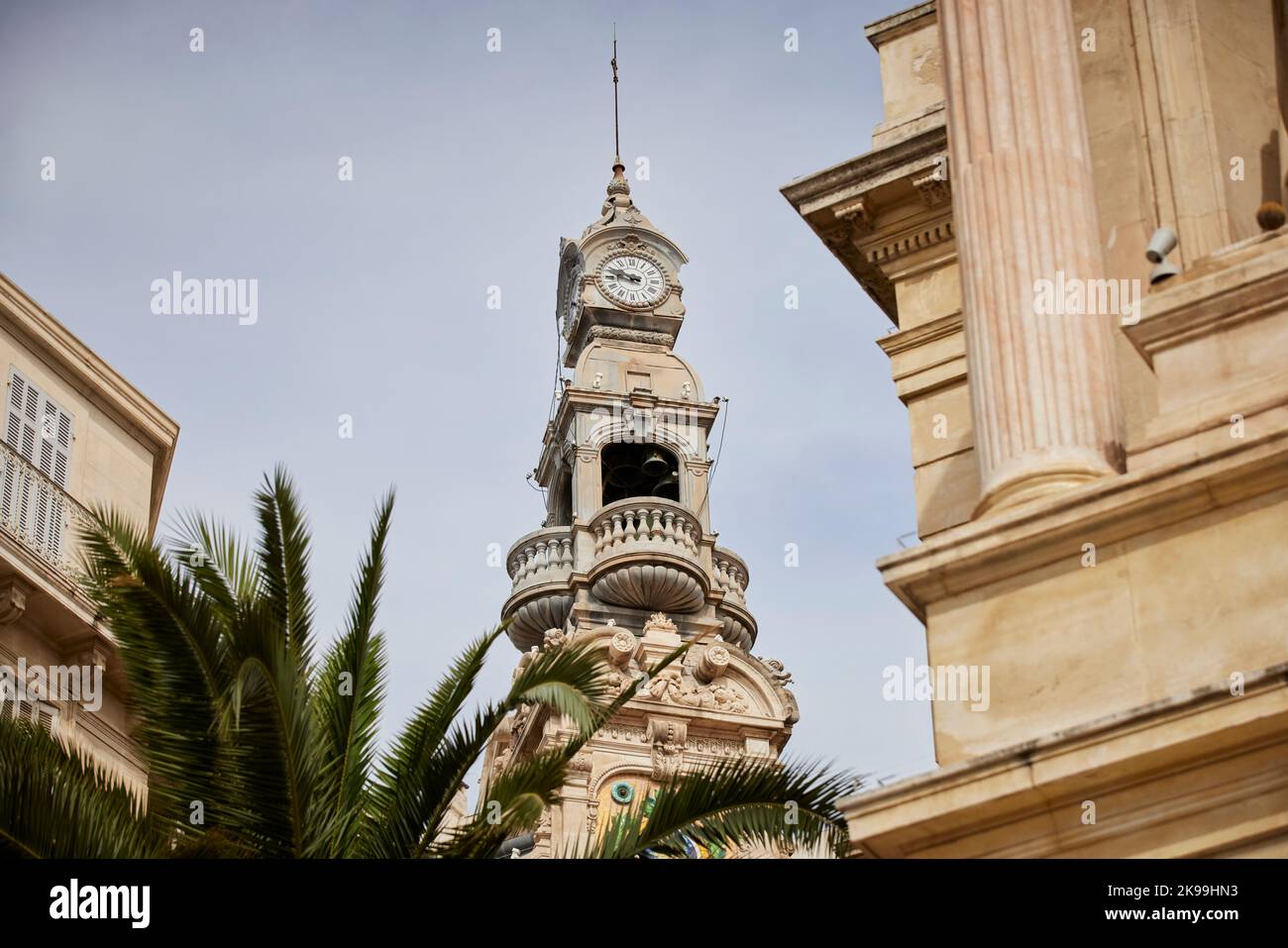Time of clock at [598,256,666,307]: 9:47
